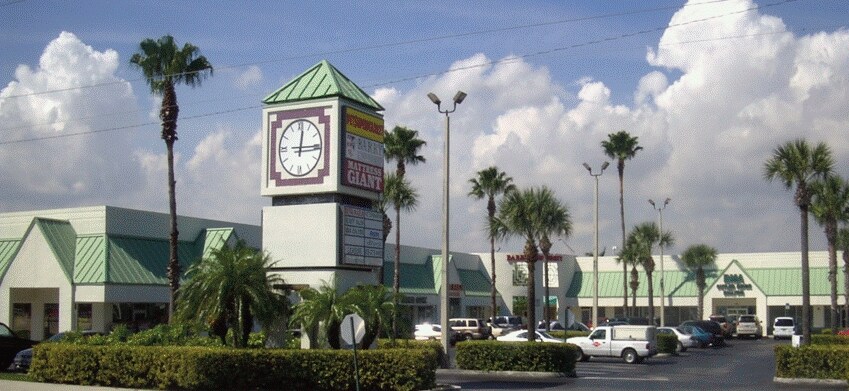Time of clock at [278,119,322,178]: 12:14
